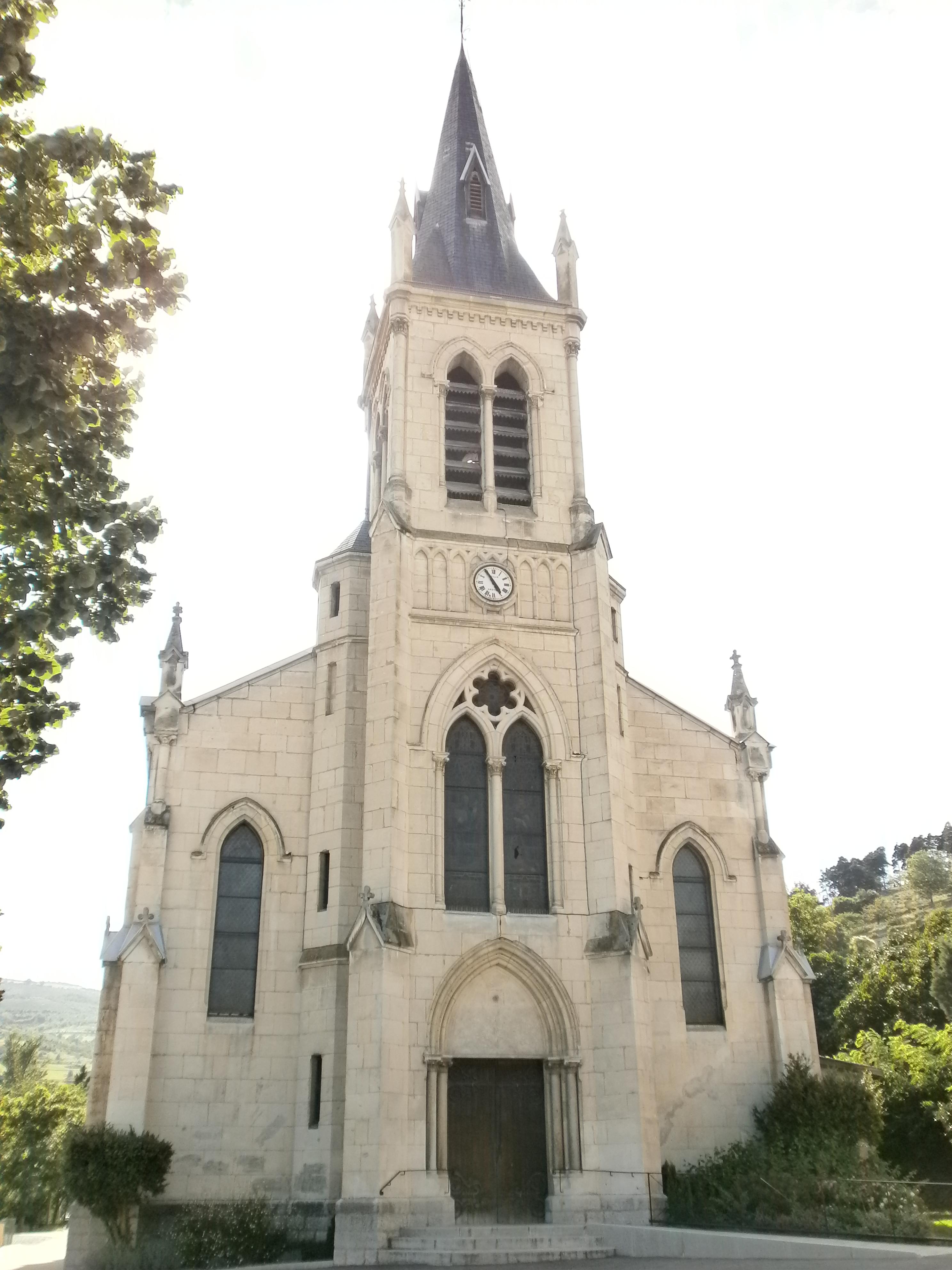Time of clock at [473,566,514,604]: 4:54
